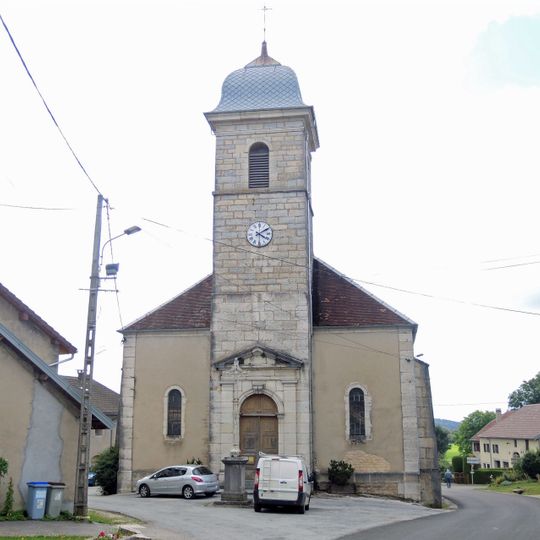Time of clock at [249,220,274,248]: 4:09
